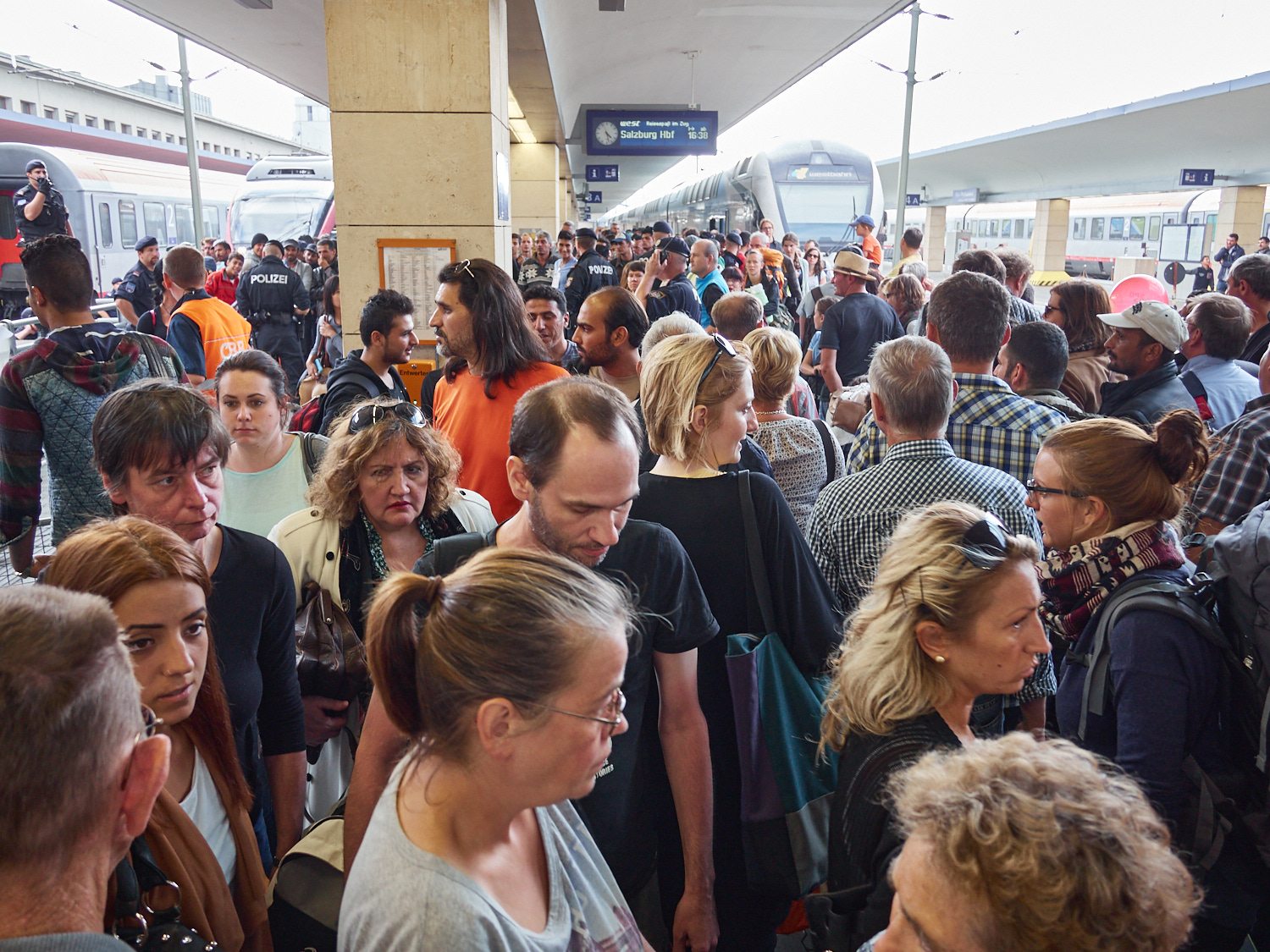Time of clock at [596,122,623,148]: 4:27
